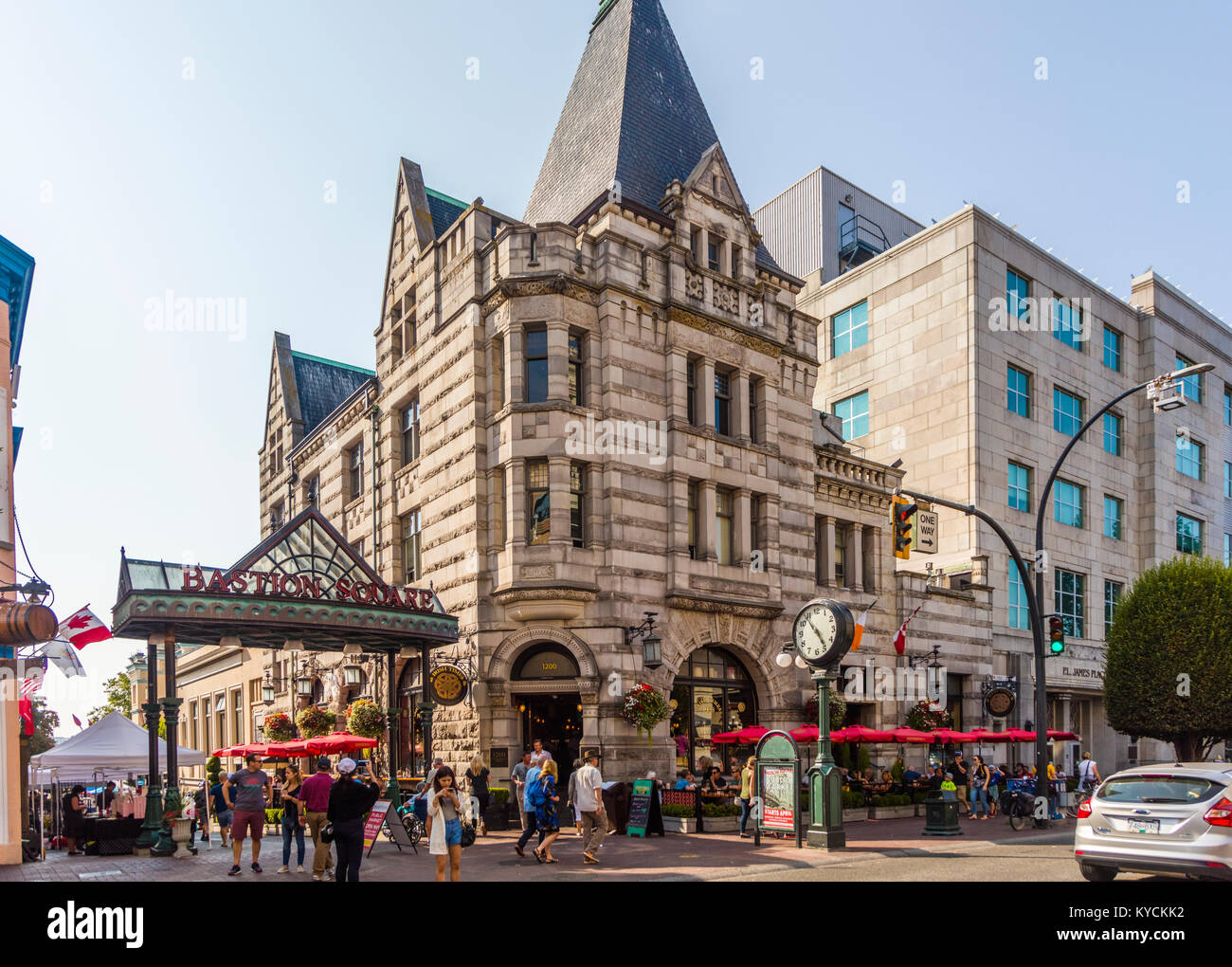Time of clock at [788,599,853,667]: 4:53
